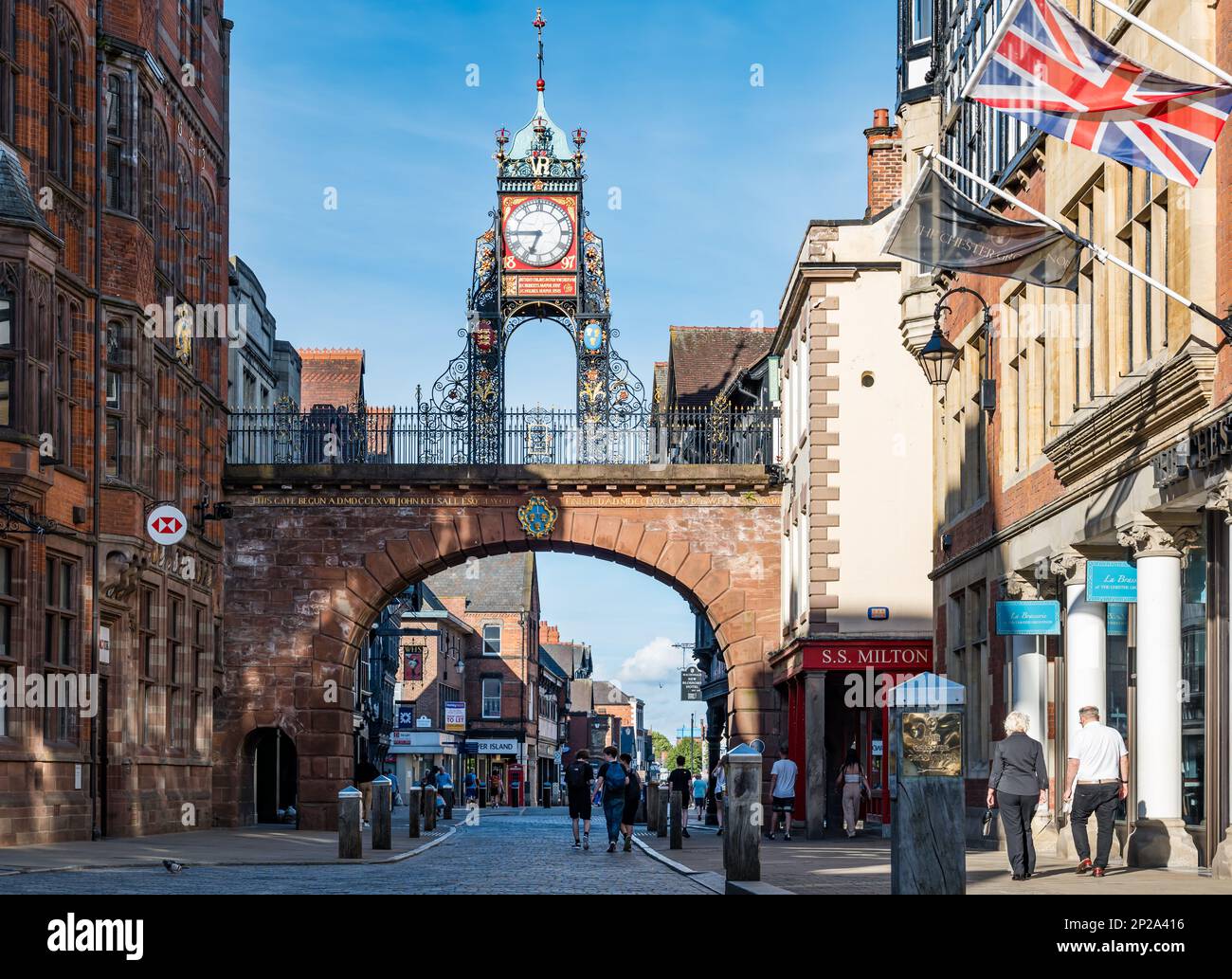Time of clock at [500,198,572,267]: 6:44
